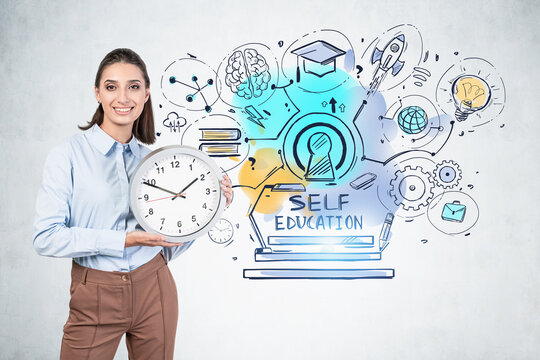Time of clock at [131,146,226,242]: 1:49
